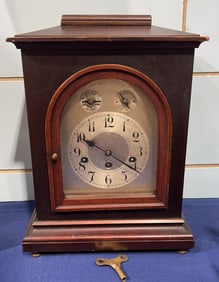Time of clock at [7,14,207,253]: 9:20
